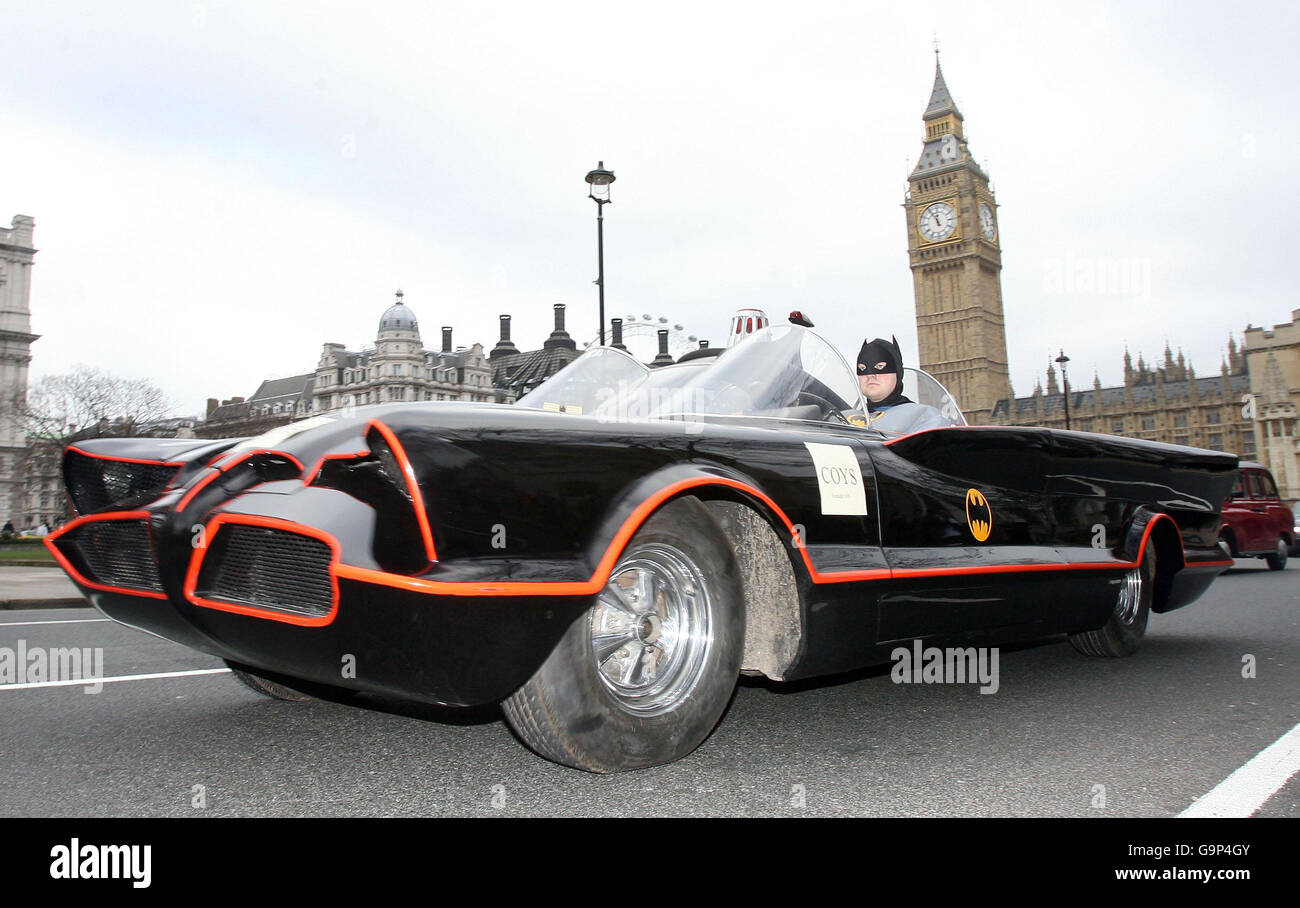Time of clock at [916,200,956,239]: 11:55
